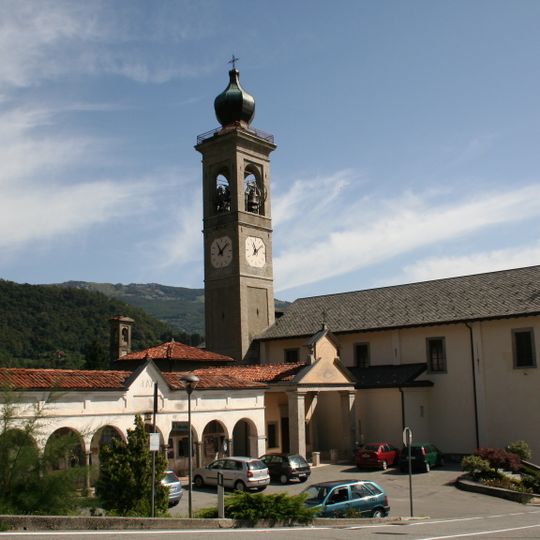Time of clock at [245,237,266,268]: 11:08
